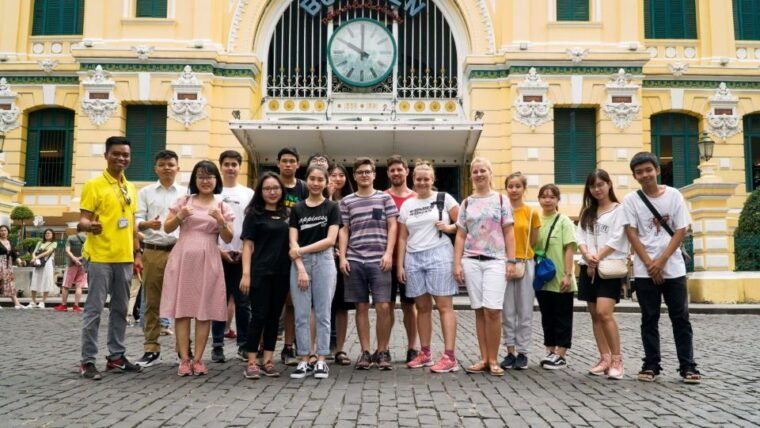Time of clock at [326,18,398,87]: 10:00
